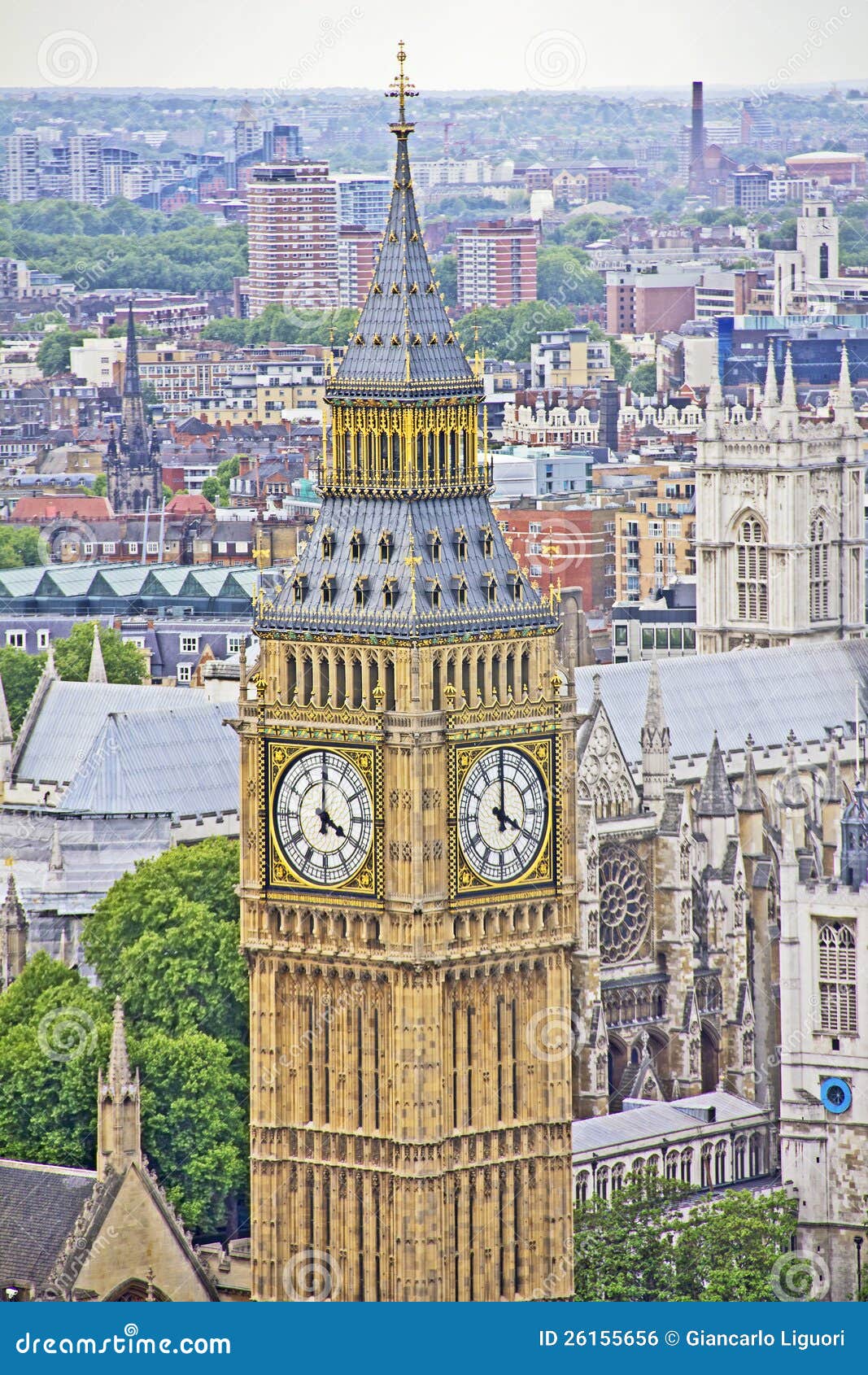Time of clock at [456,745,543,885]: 4:00
